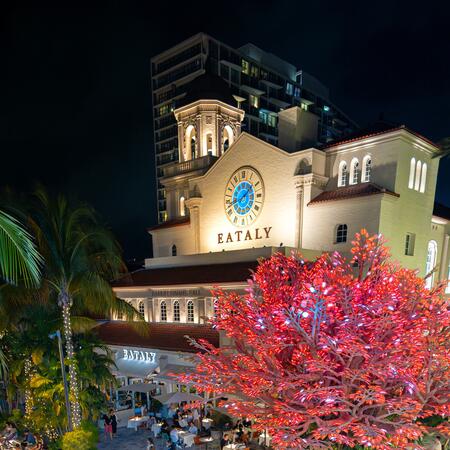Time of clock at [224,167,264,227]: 1:42
